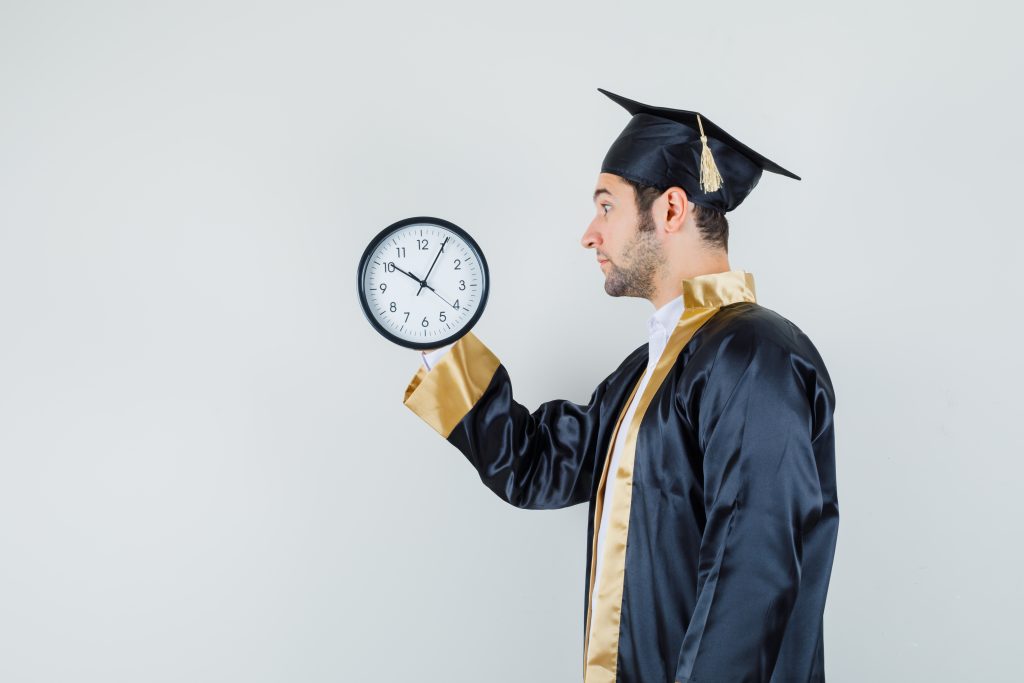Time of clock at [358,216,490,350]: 10:04
